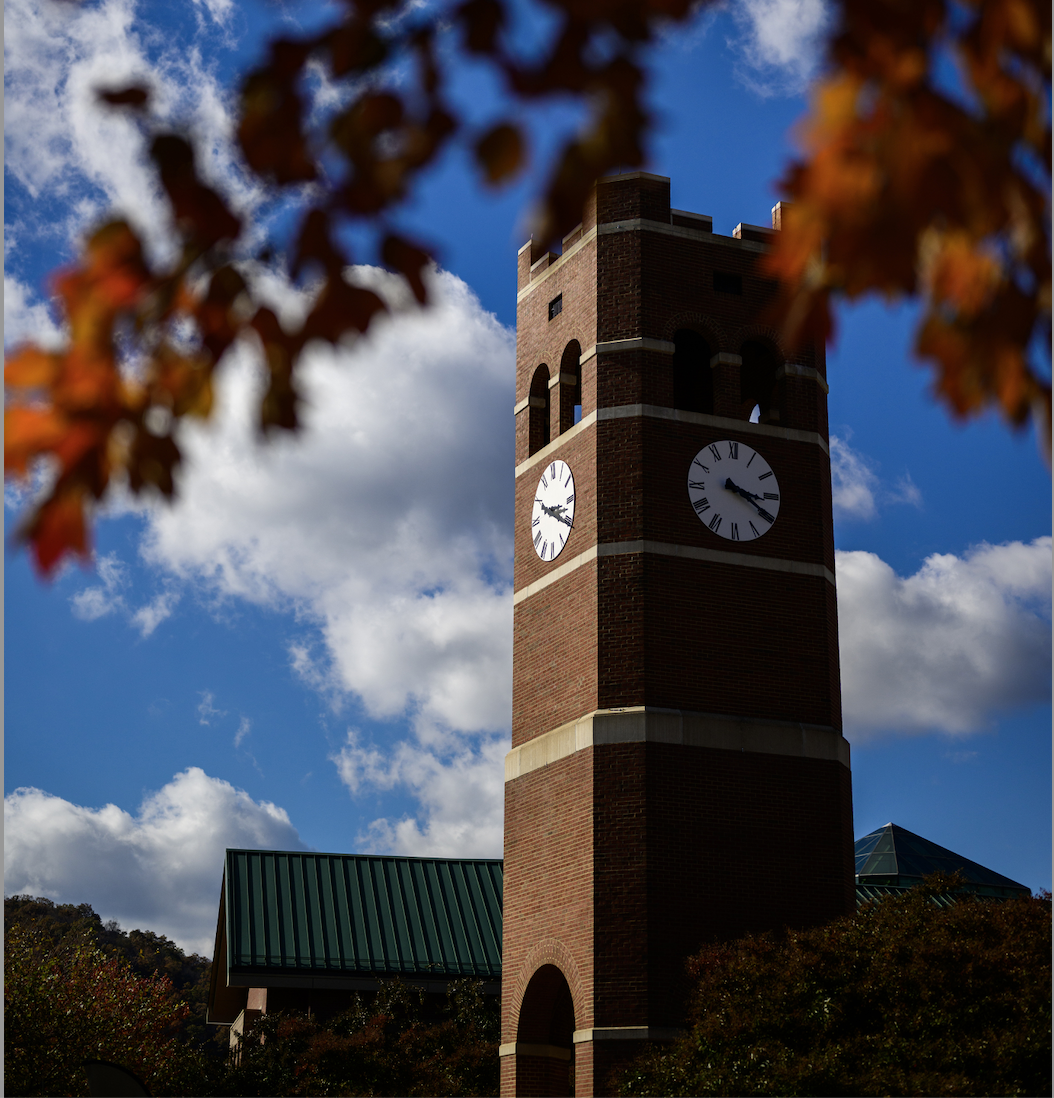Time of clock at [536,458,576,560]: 3:20
